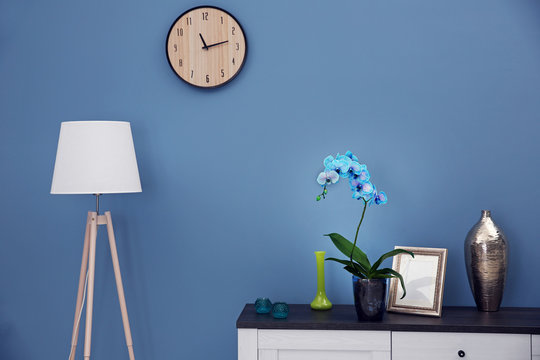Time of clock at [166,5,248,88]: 11:12
